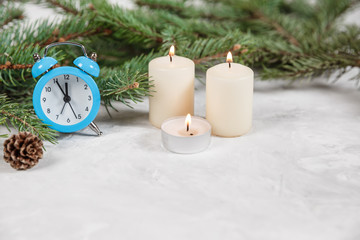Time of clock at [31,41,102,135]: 11:55
